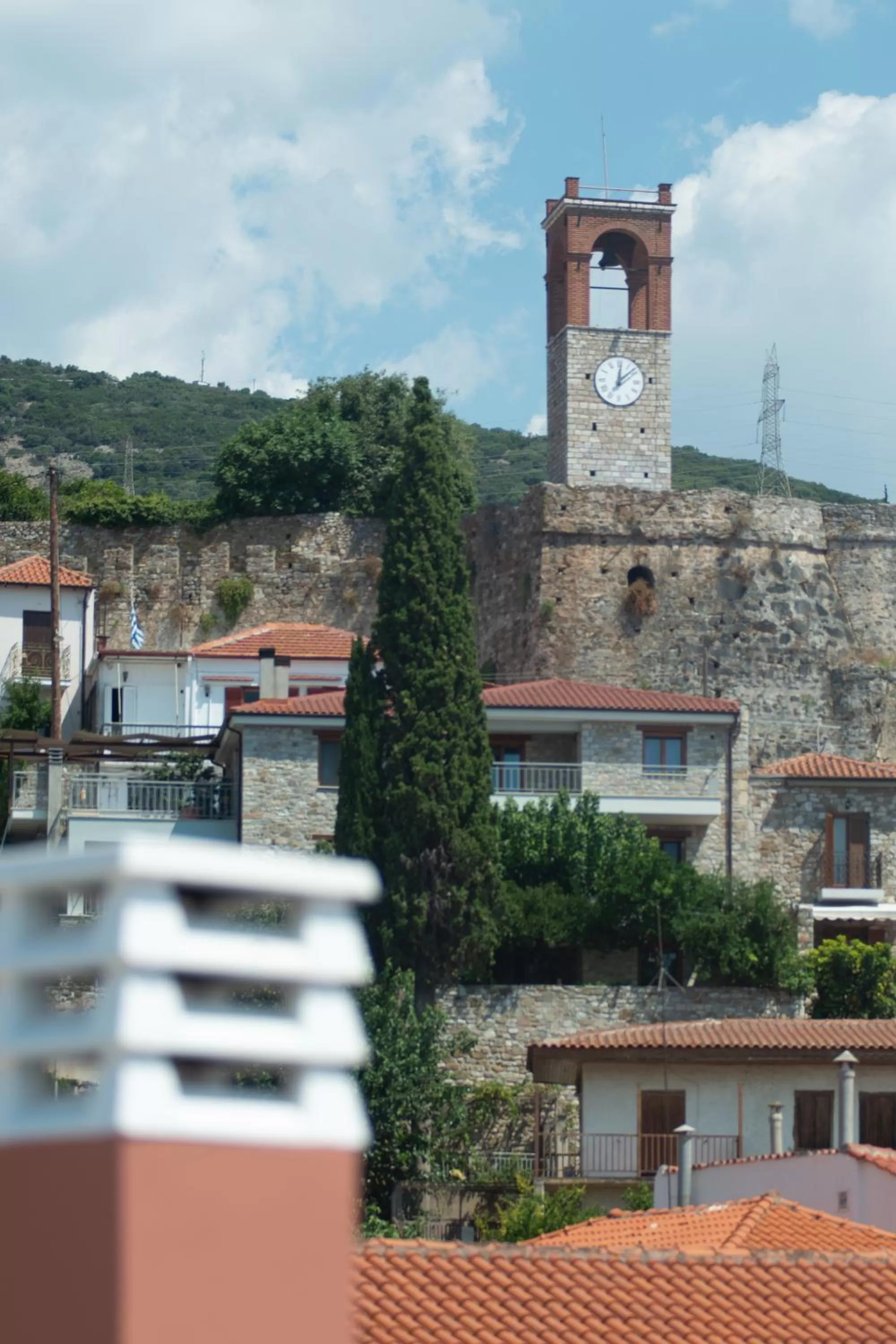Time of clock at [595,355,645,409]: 12:07
